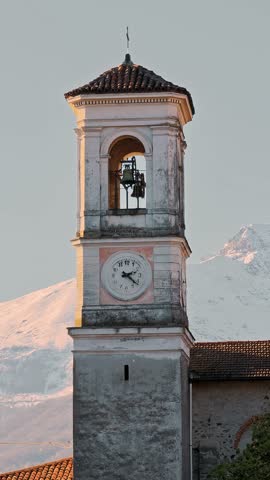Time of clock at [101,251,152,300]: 2:21
